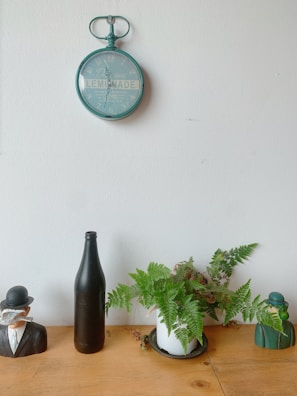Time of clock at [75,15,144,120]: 11:32
